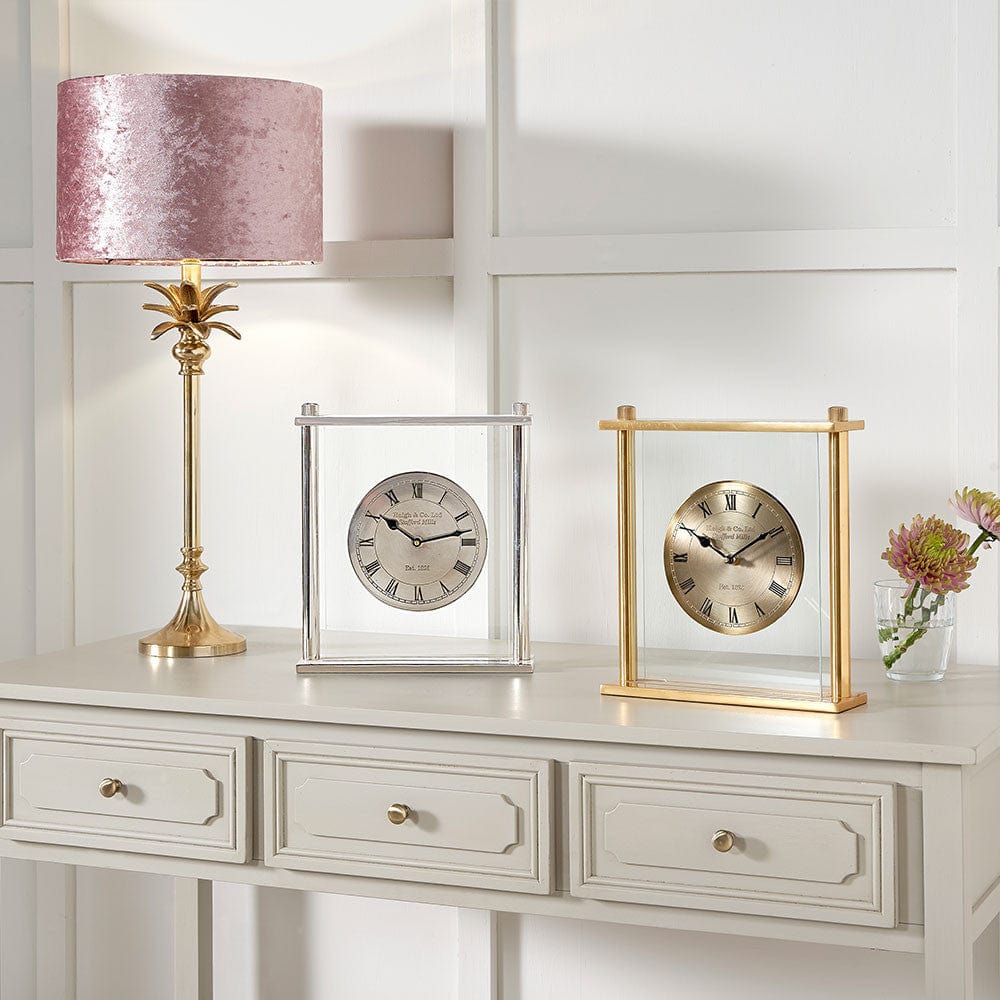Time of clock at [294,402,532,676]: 10:13
